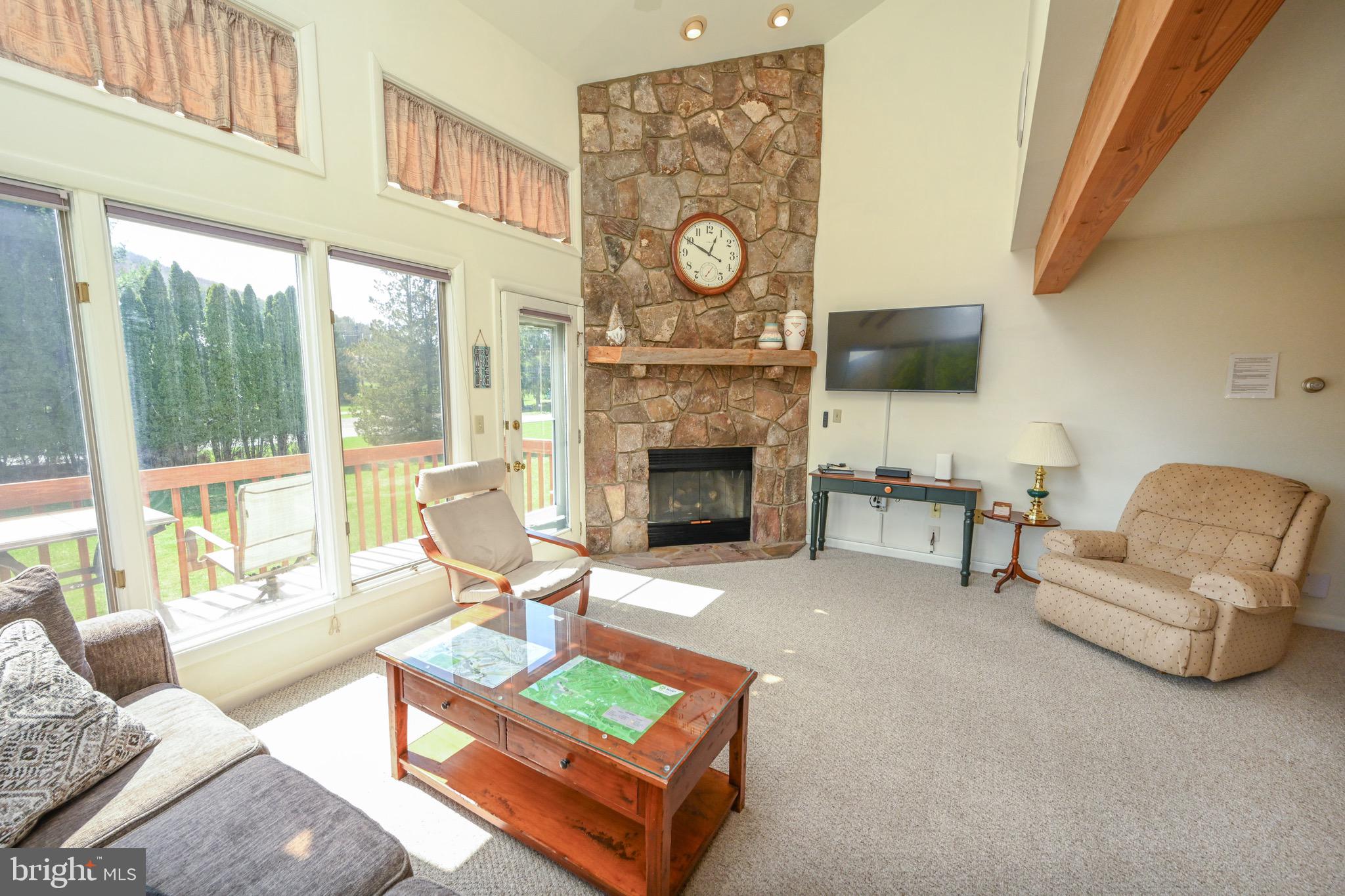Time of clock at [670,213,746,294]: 12:49
